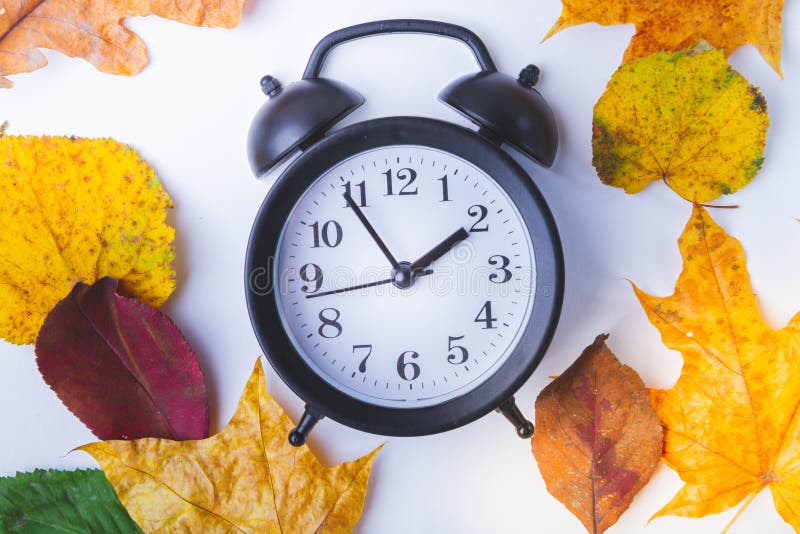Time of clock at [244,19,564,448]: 1:54
